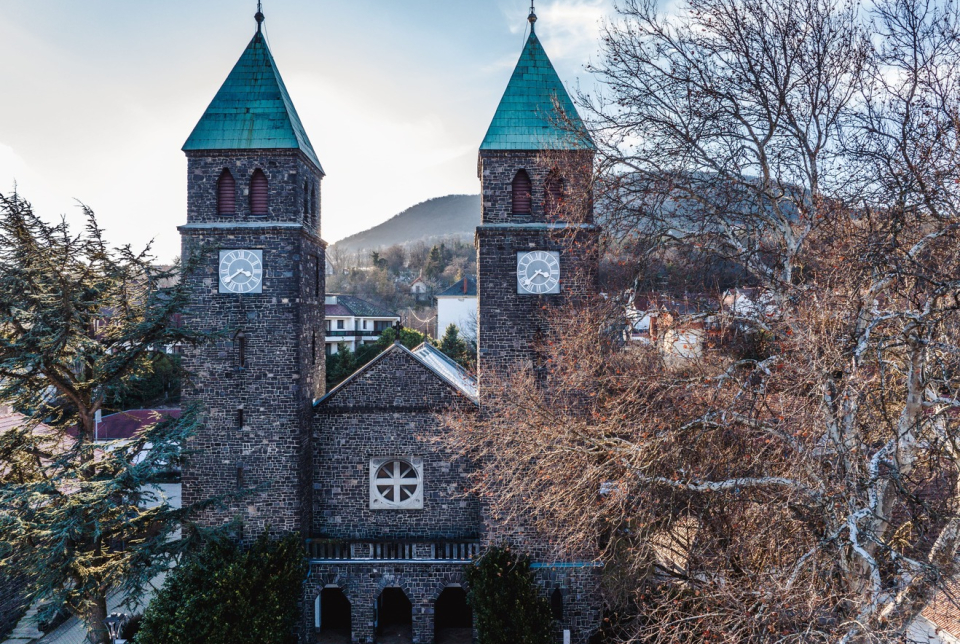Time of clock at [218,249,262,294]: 3:39
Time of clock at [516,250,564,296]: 3:38
